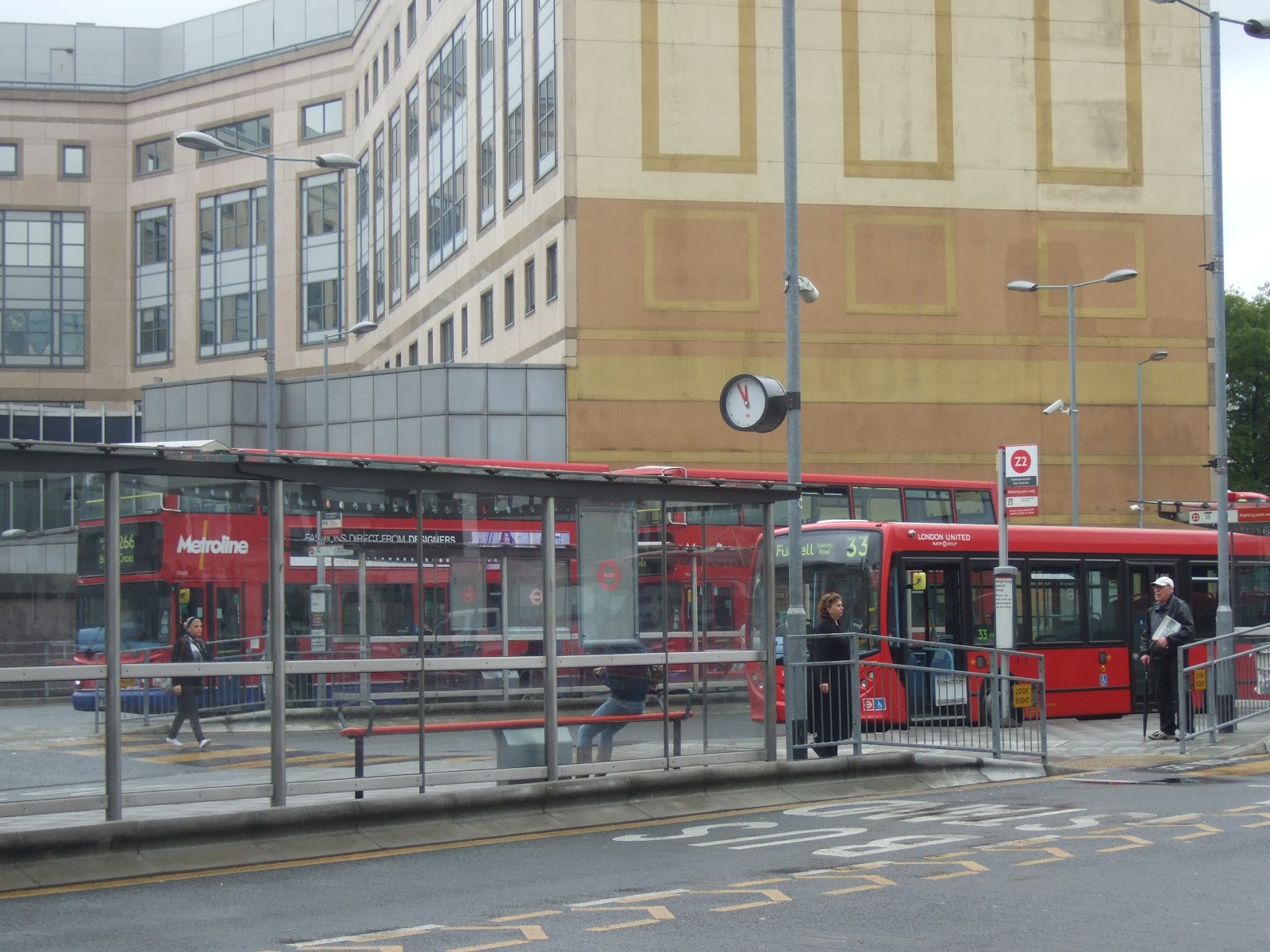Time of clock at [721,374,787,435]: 11:55
